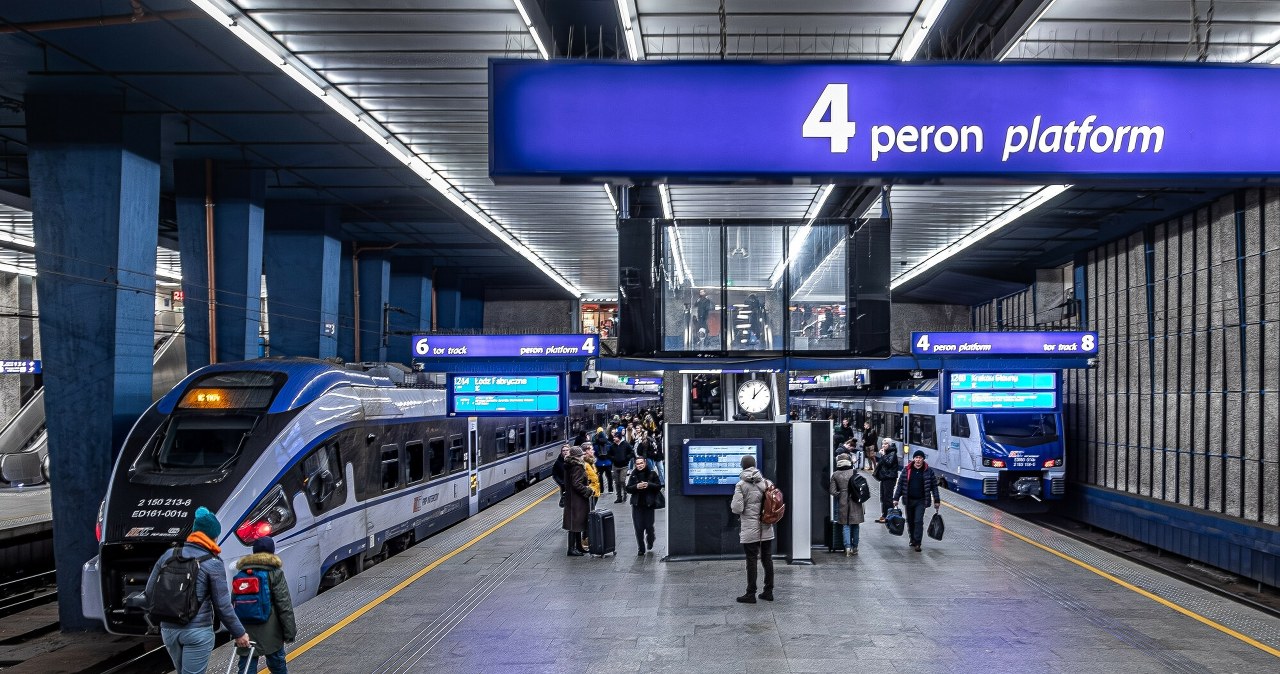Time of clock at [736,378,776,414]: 12:07
